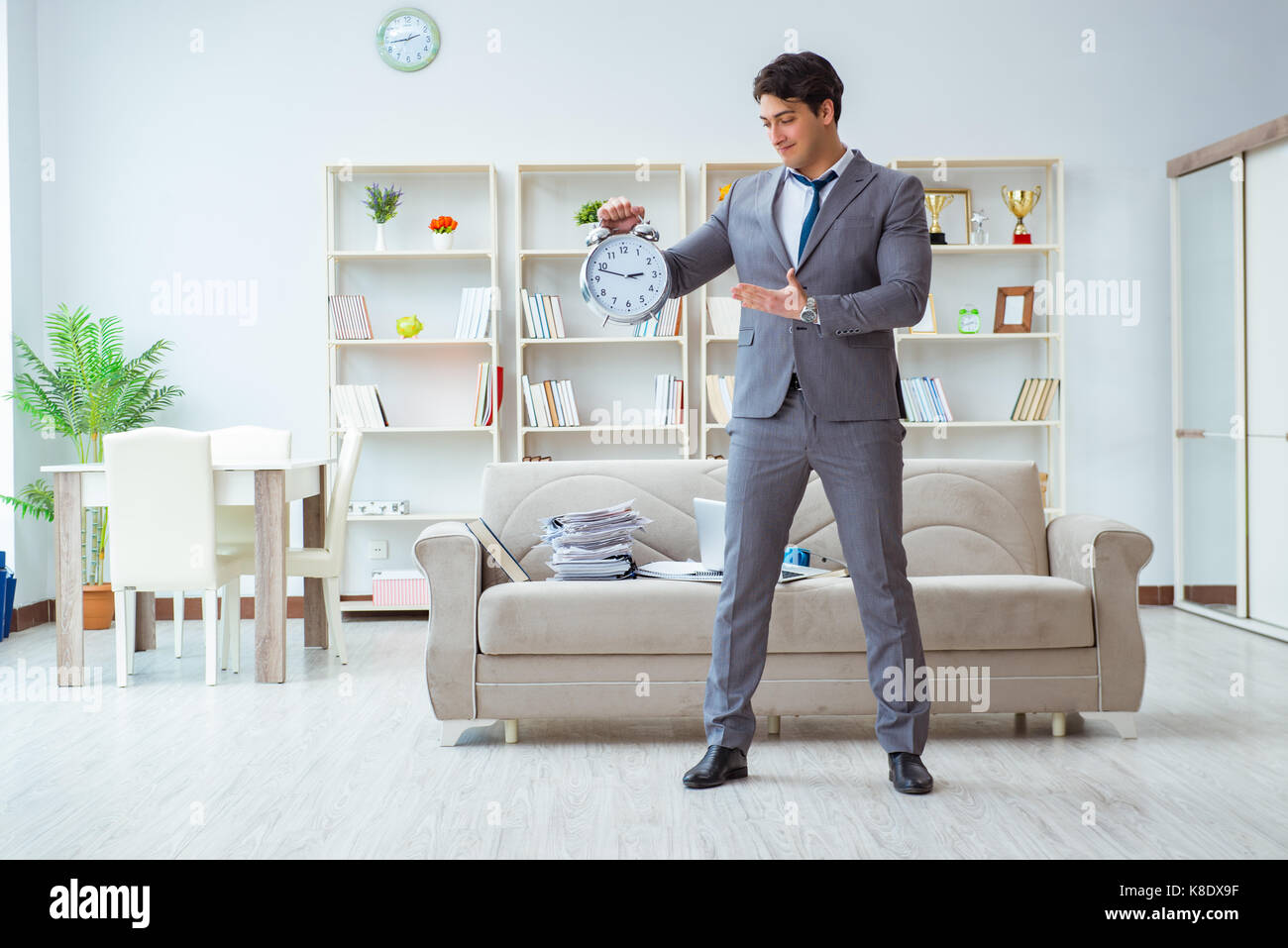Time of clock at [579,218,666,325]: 2:48
